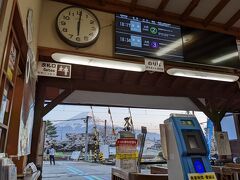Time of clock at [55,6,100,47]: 6:01
